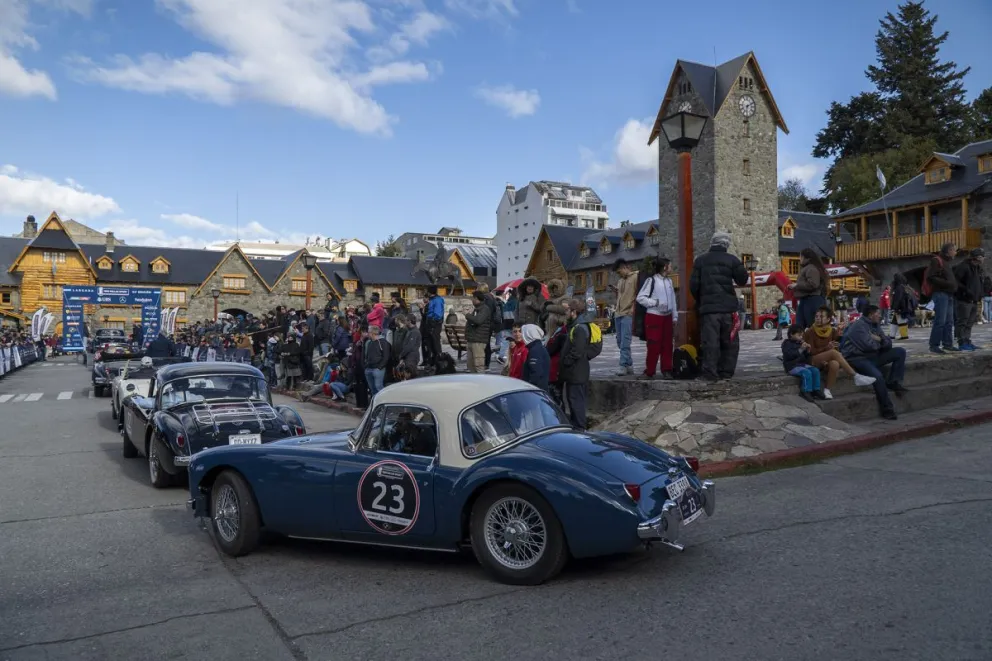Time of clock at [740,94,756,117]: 6:10
